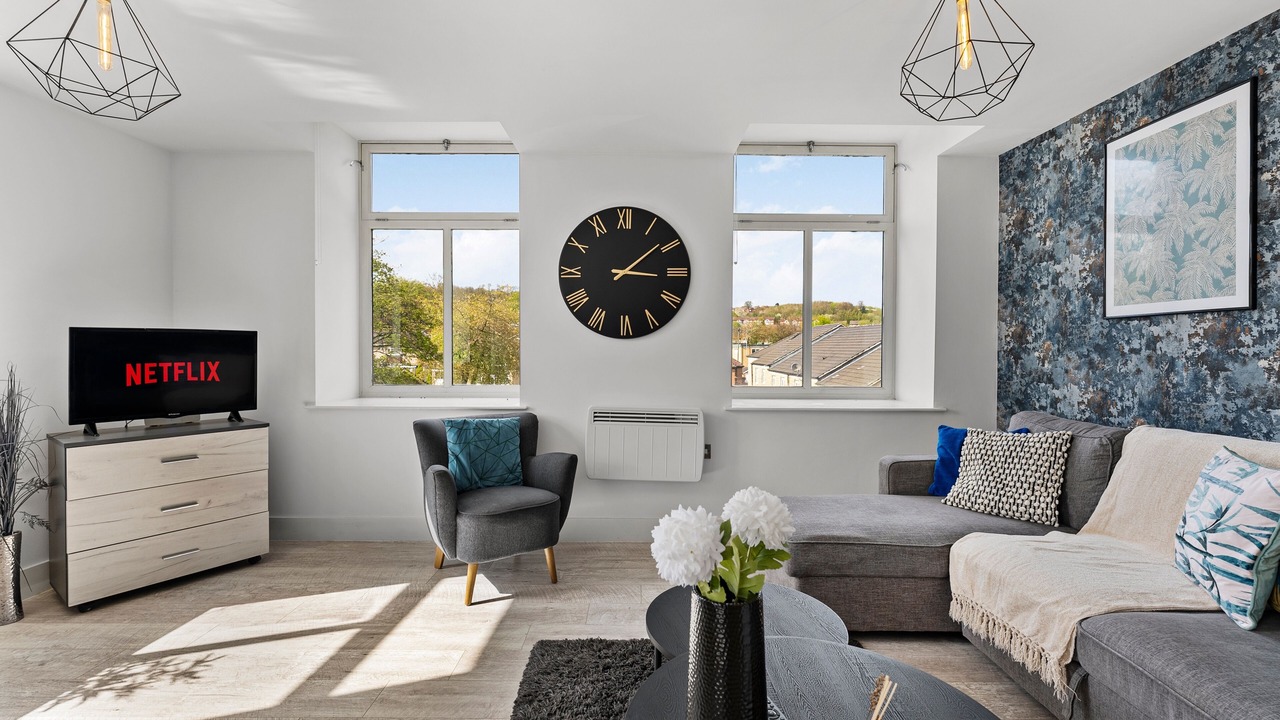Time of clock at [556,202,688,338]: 3:08
